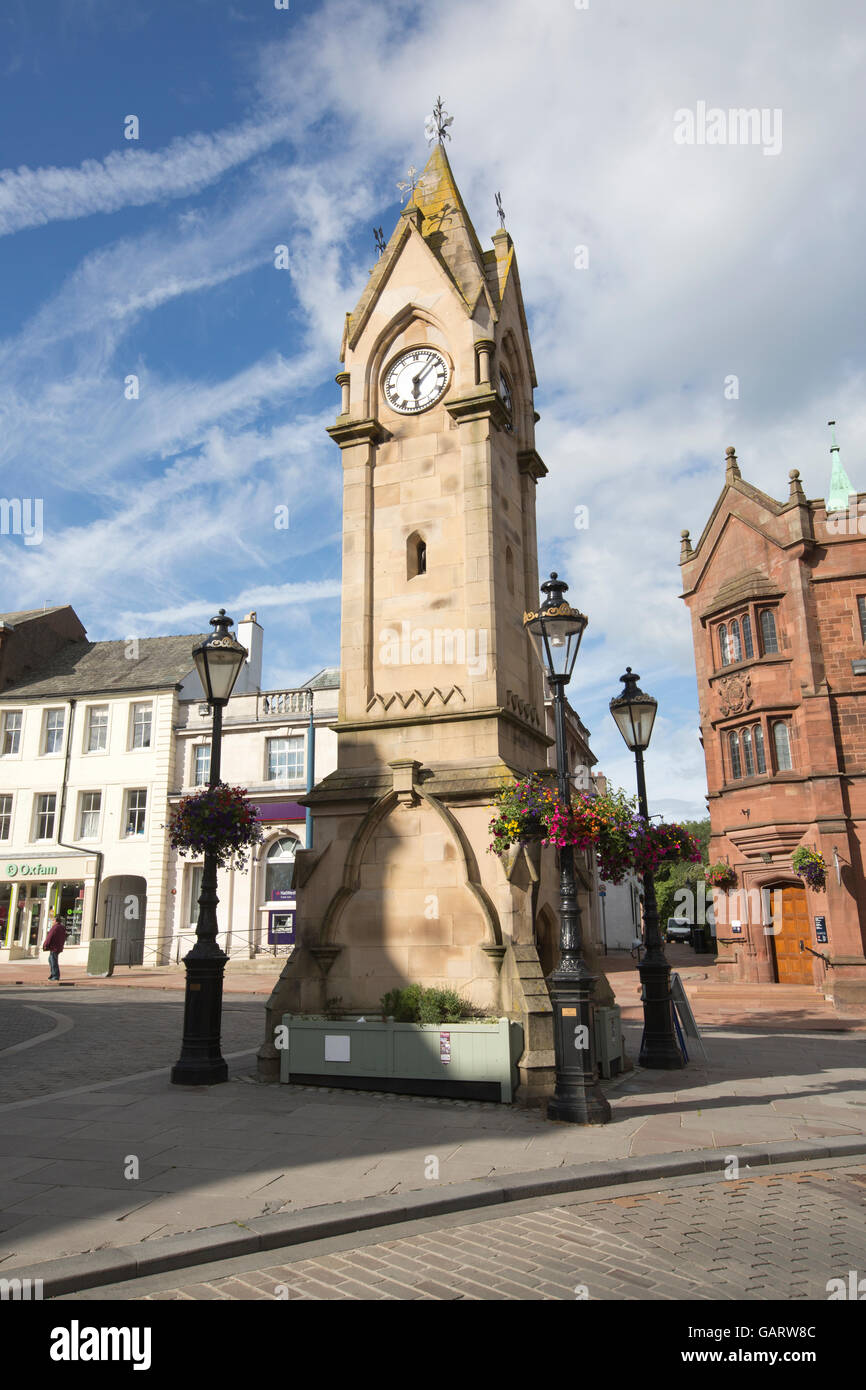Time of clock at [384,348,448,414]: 6:06
